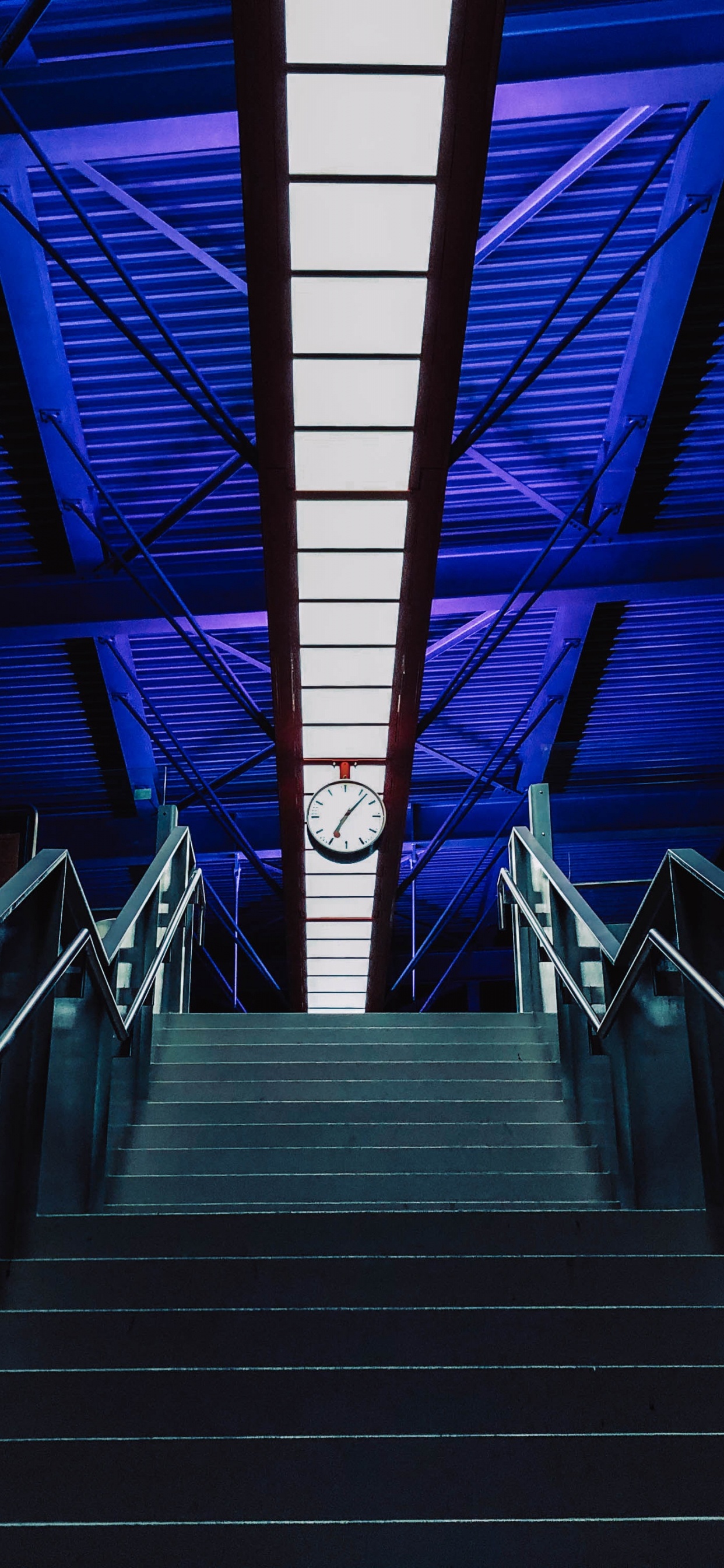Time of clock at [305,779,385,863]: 7:07
